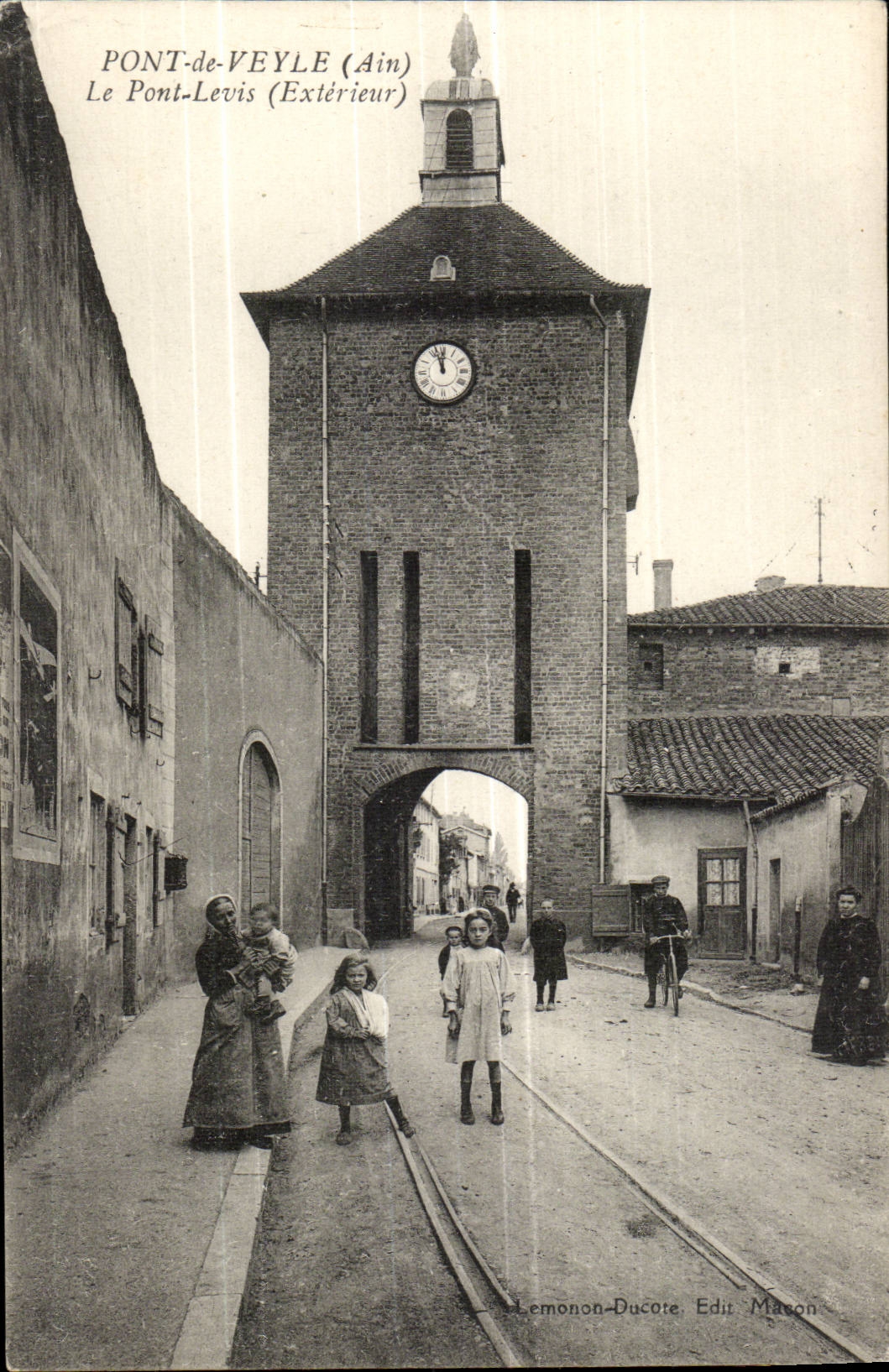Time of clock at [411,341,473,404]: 11:56
